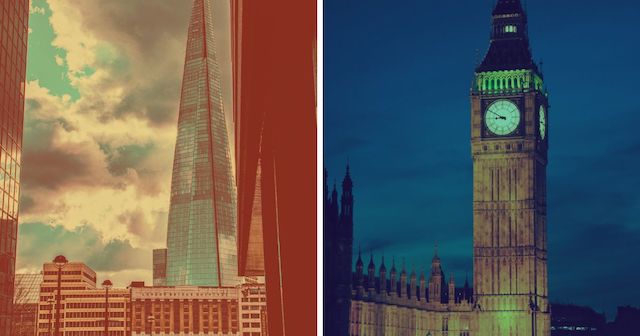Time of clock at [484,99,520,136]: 8:49
